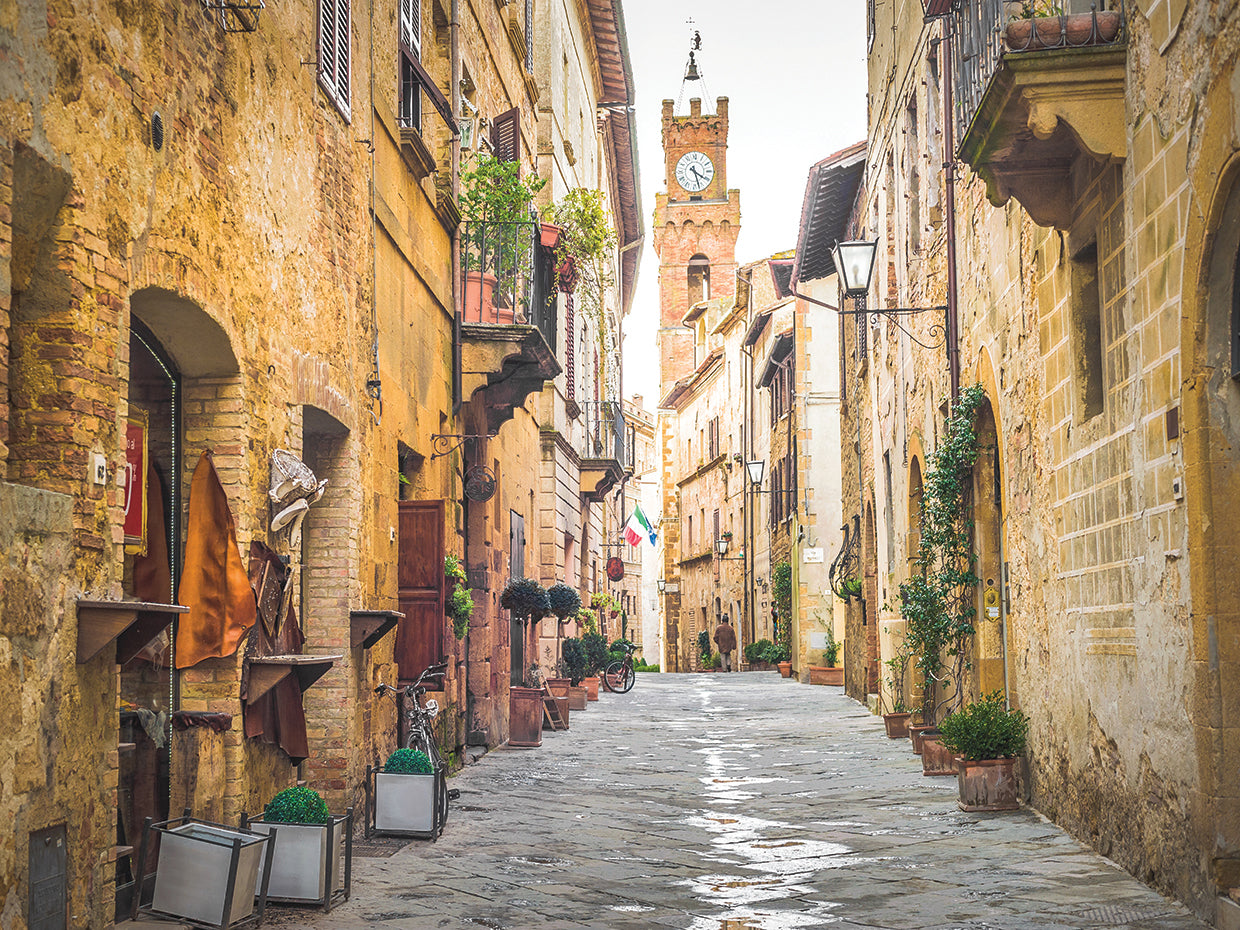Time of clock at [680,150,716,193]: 5:20
